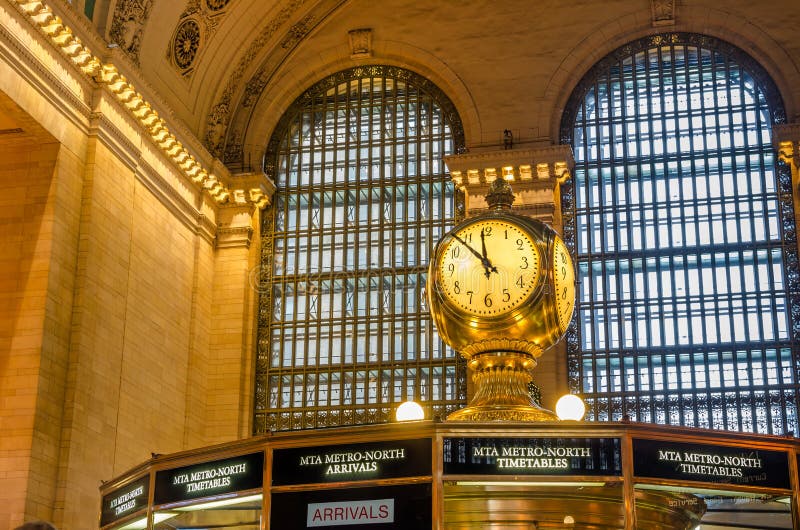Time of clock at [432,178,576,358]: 11:52
